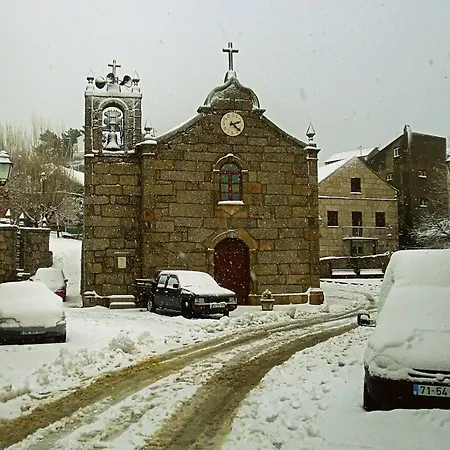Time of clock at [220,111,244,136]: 2:21
